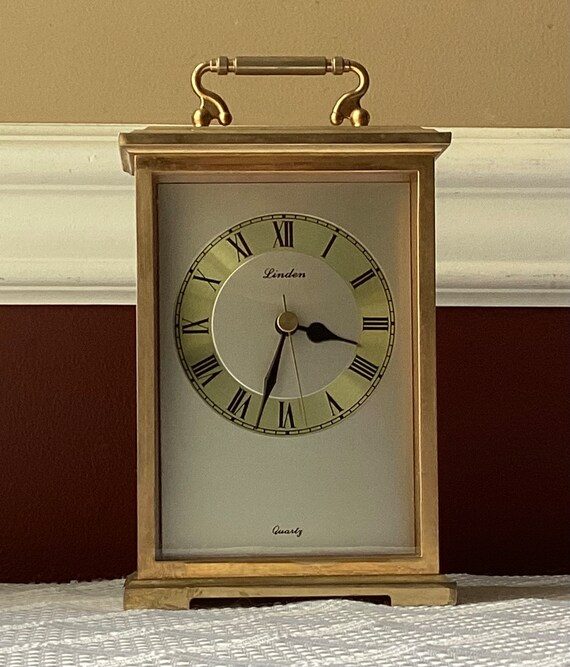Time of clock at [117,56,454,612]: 3:33
